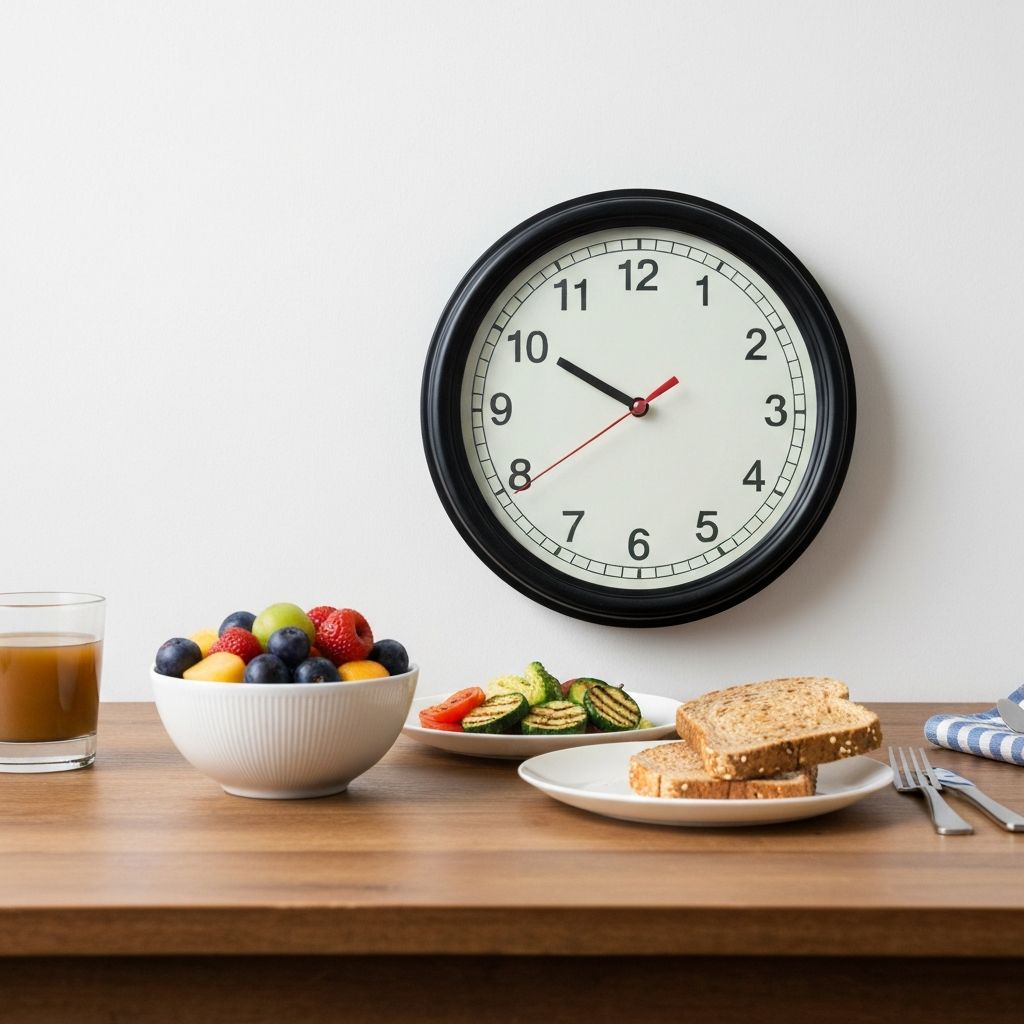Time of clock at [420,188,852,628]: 9:50
